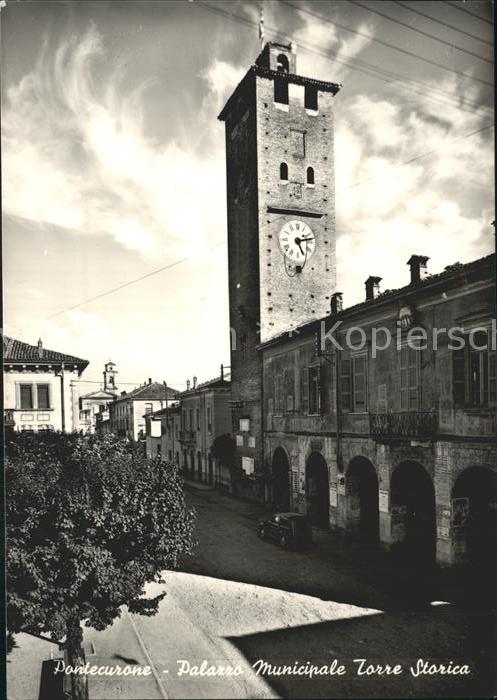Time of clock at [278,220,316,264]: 5:12
